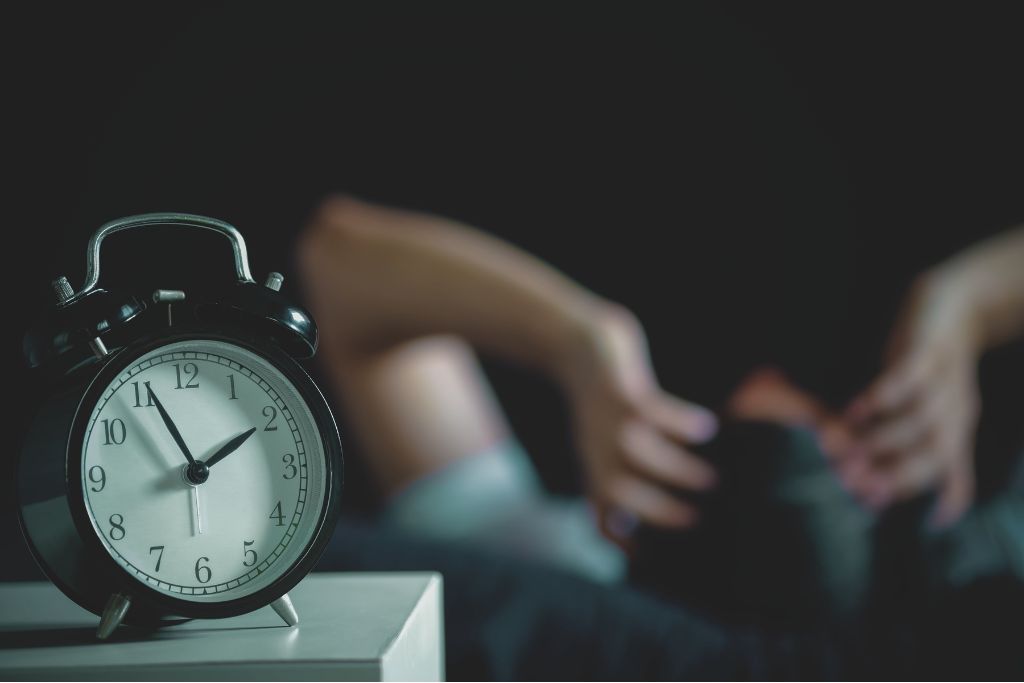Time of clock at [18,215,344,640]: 1:56
